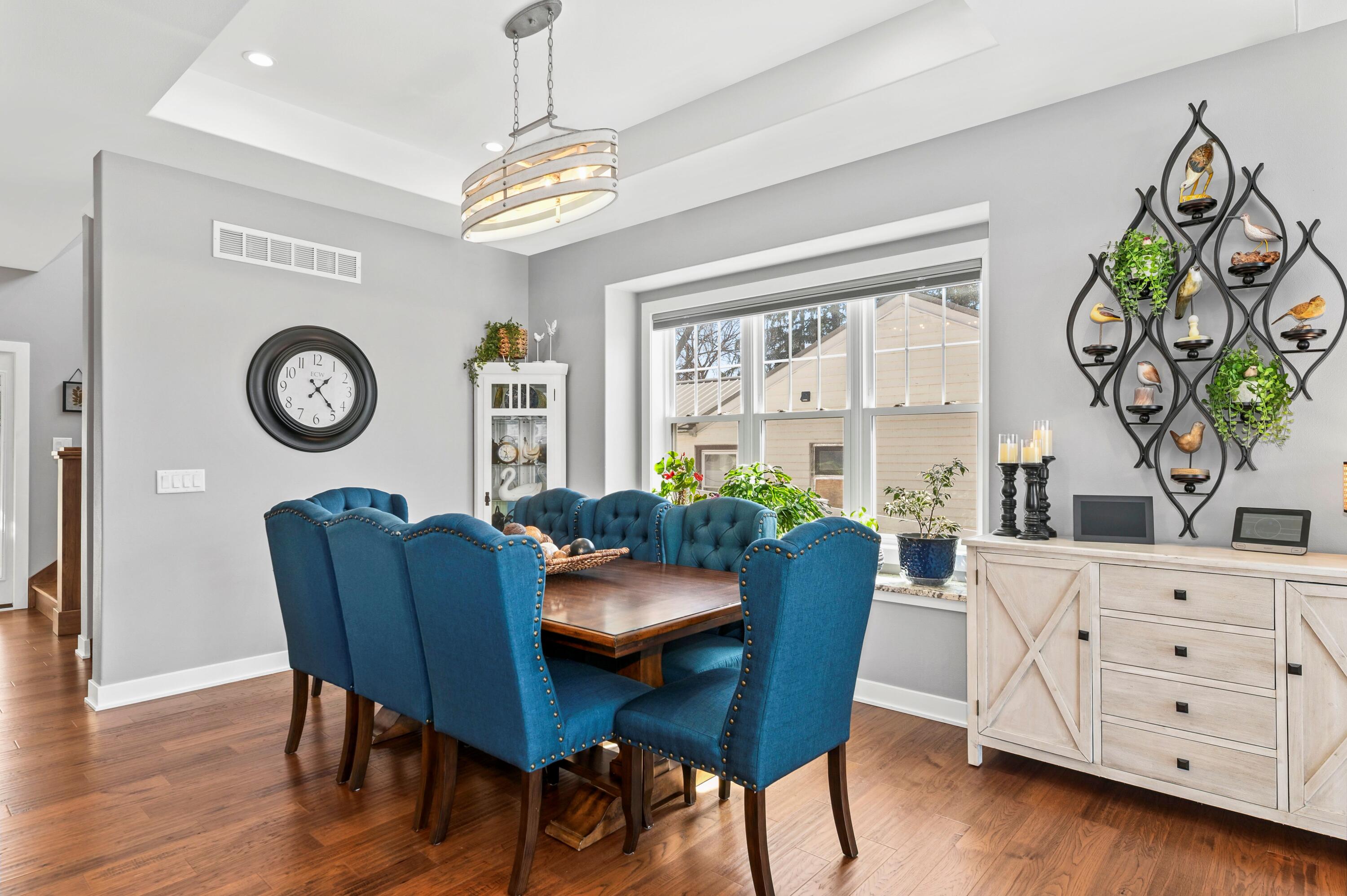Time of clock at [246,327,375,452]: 1:23
